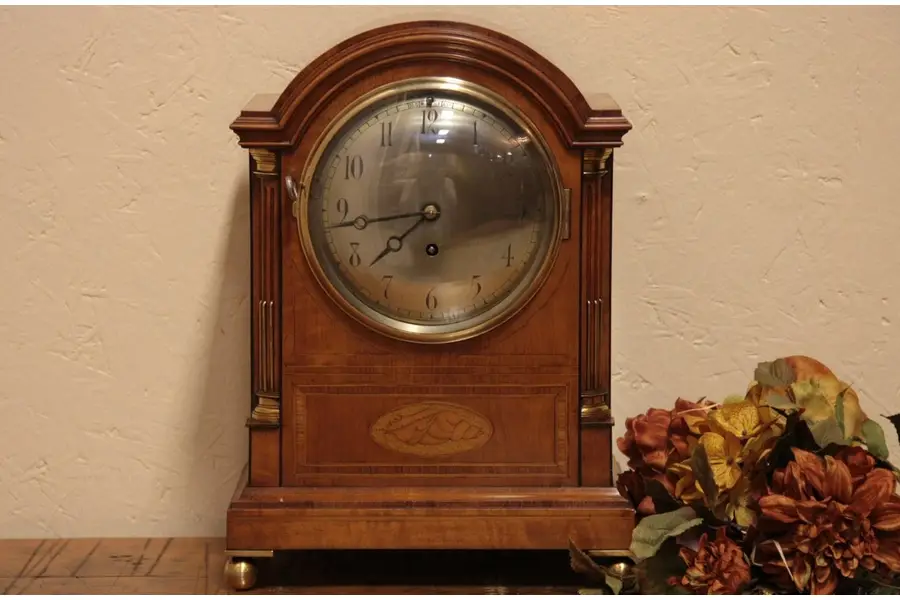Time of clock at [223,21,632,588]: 7:43
